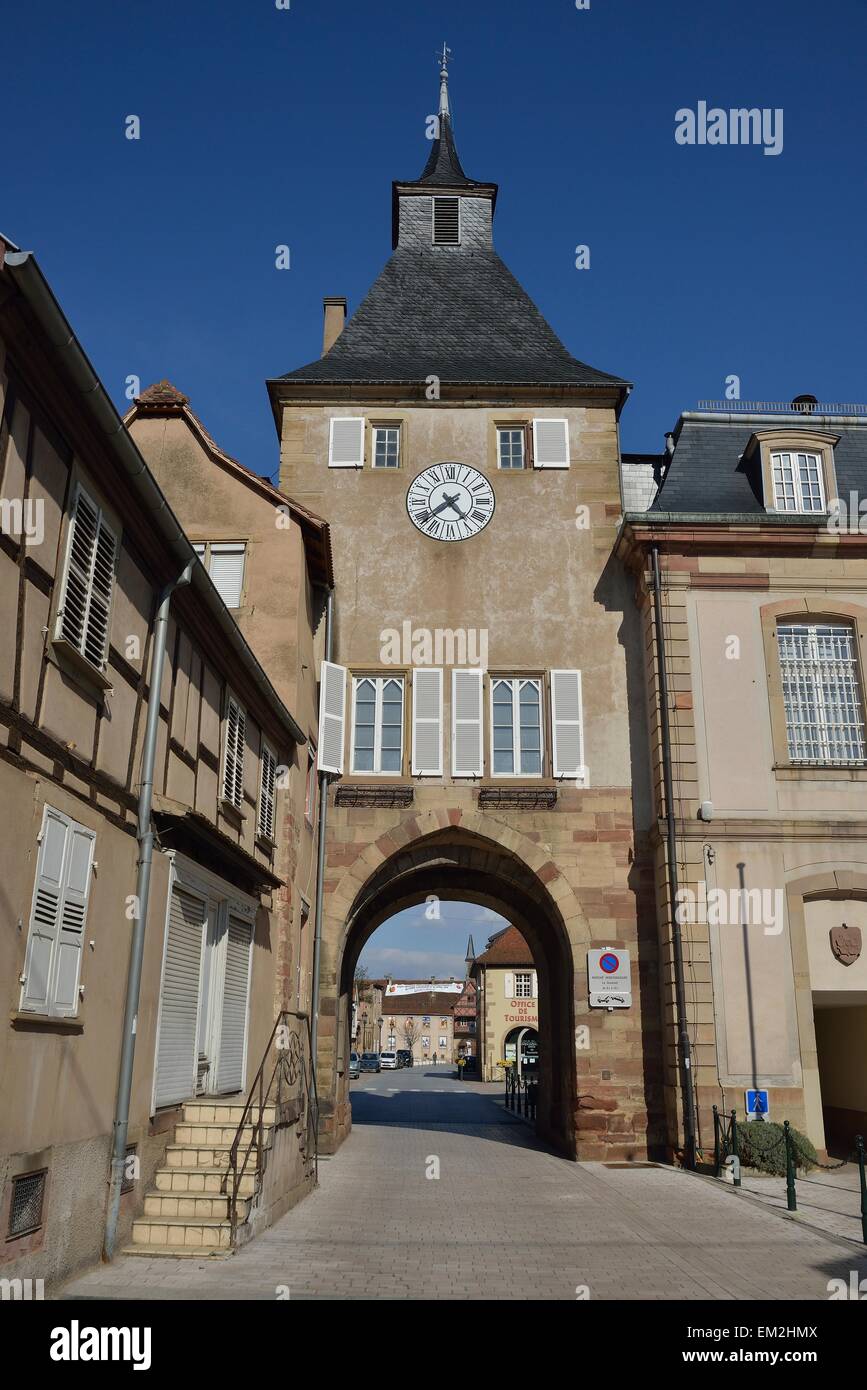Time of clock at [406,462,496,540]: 4:38
